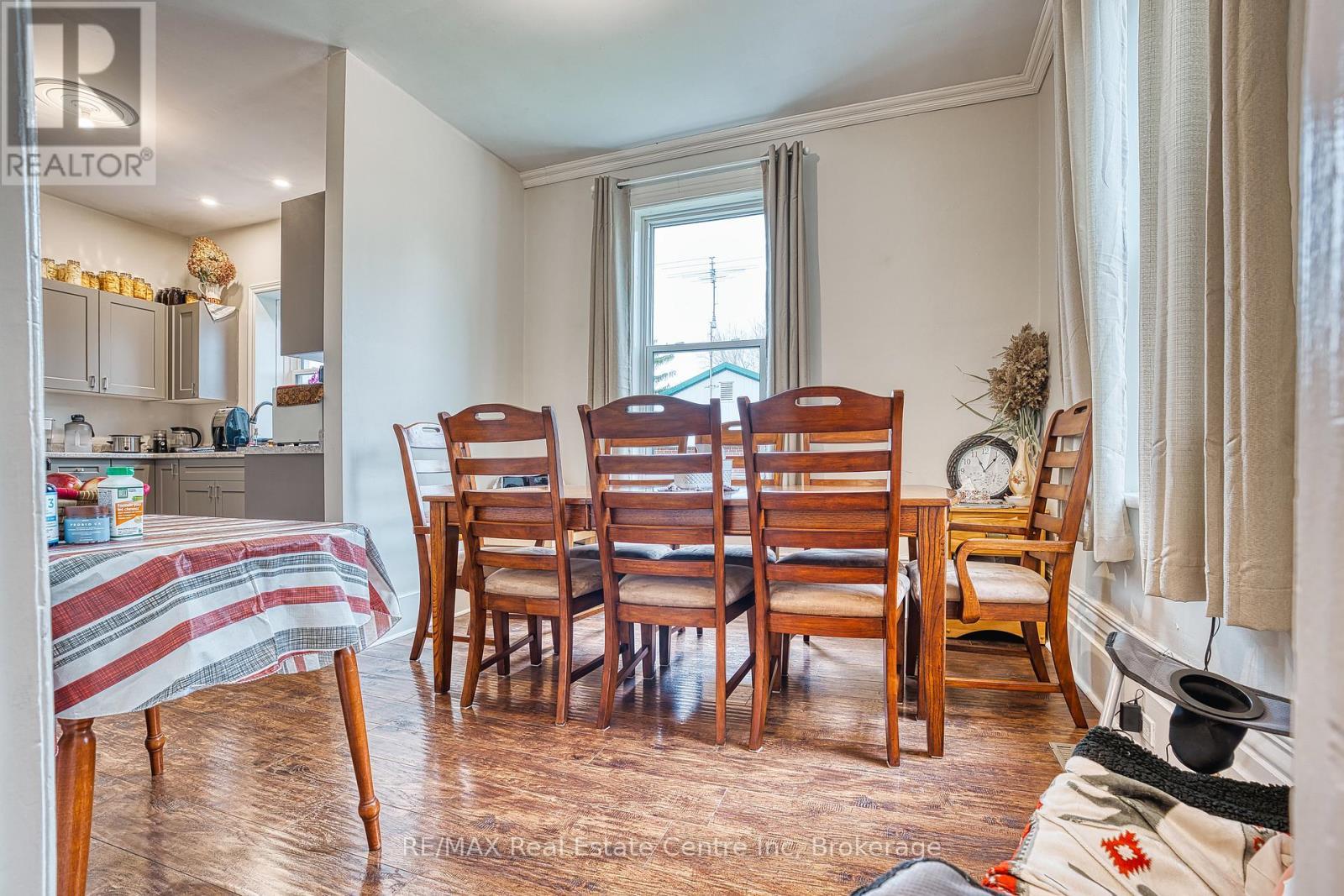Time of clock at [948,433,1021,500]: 11:07
